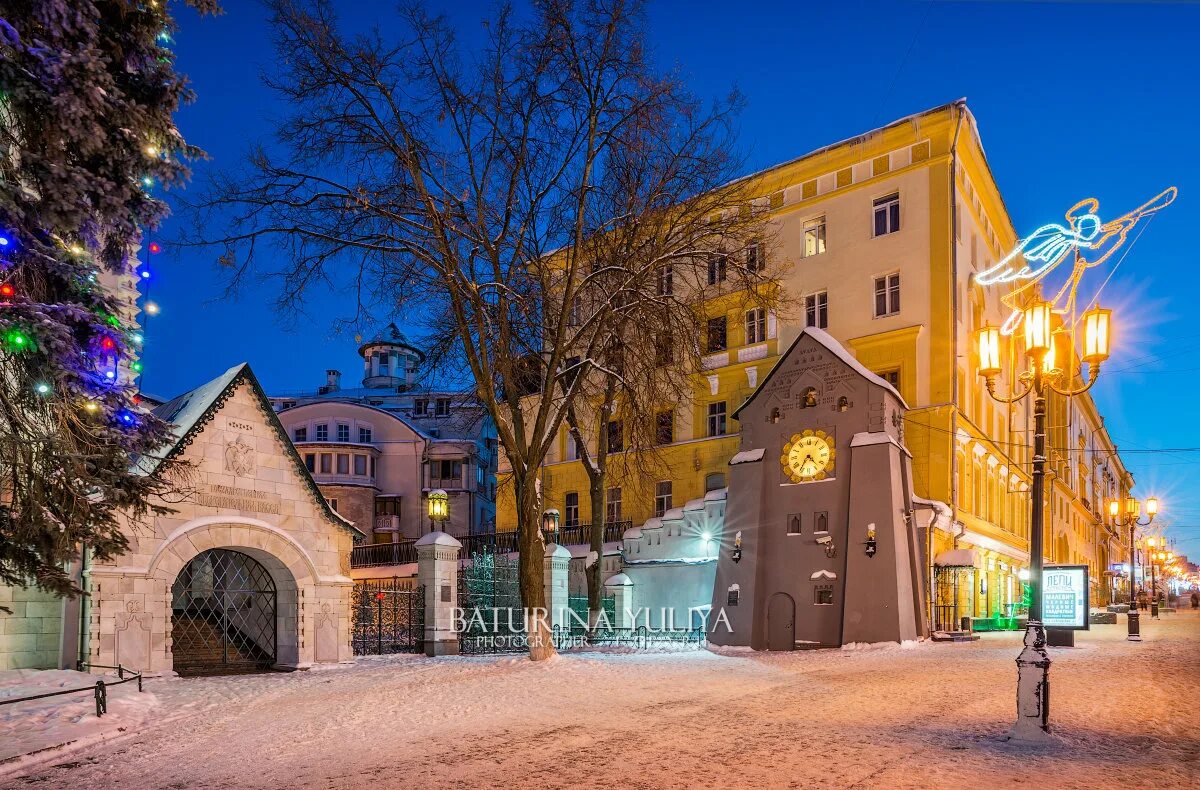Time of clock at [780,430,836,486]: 4:35
